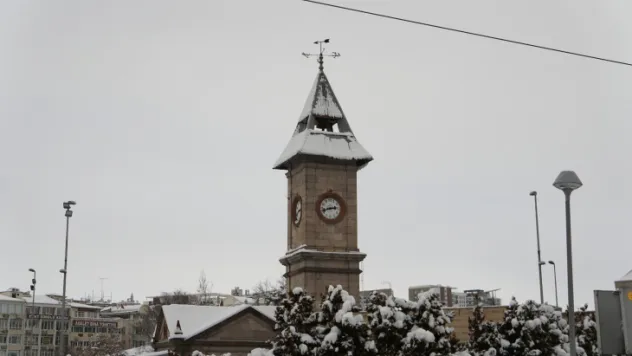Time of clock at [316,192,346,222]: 2:42
